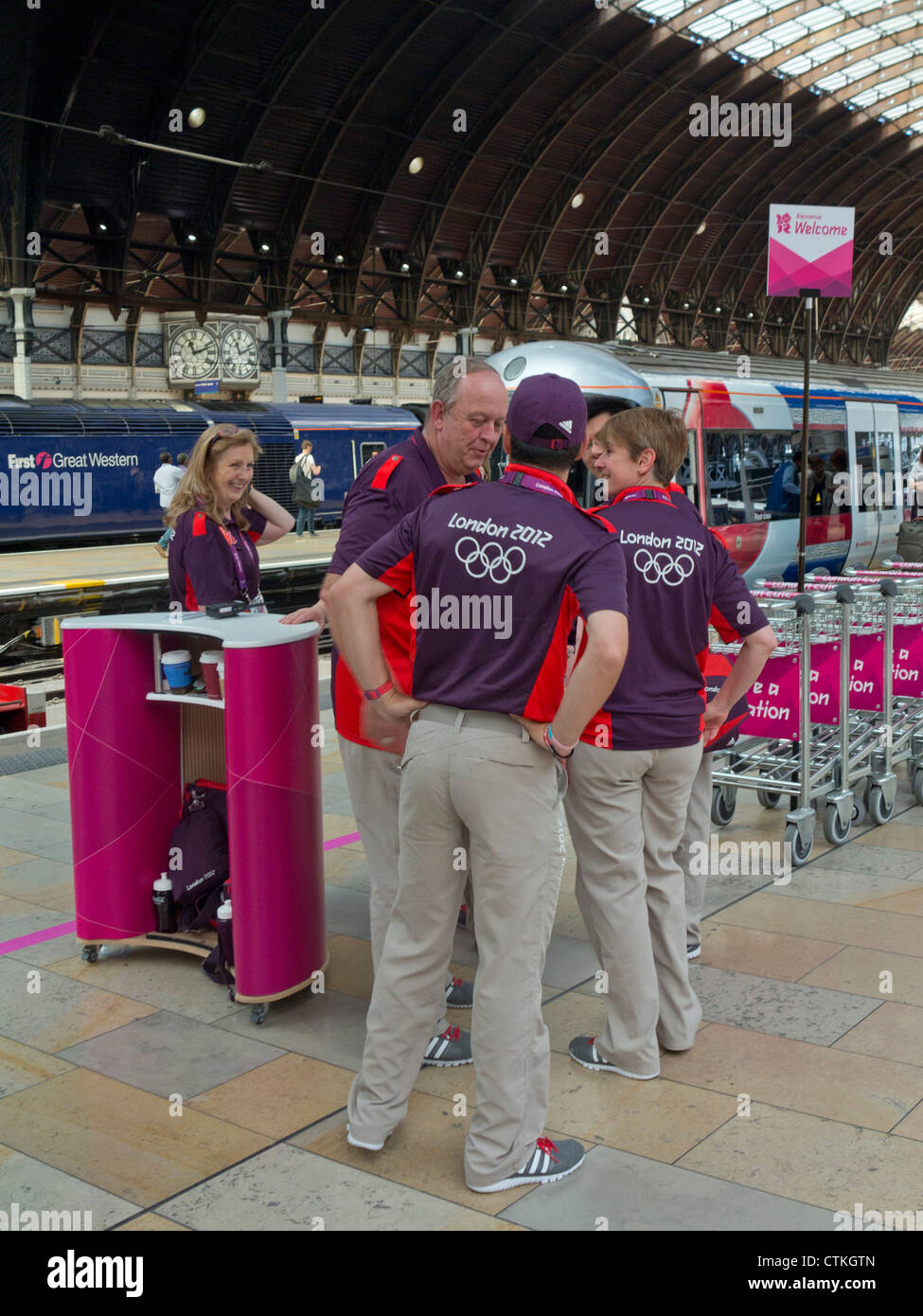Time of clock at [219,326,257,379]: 11:11
